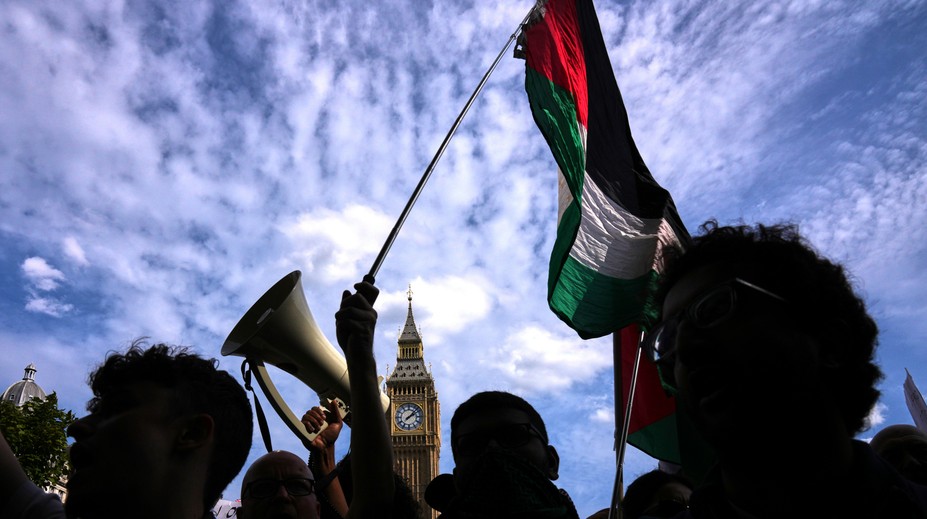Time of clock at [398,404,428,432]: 2:07
